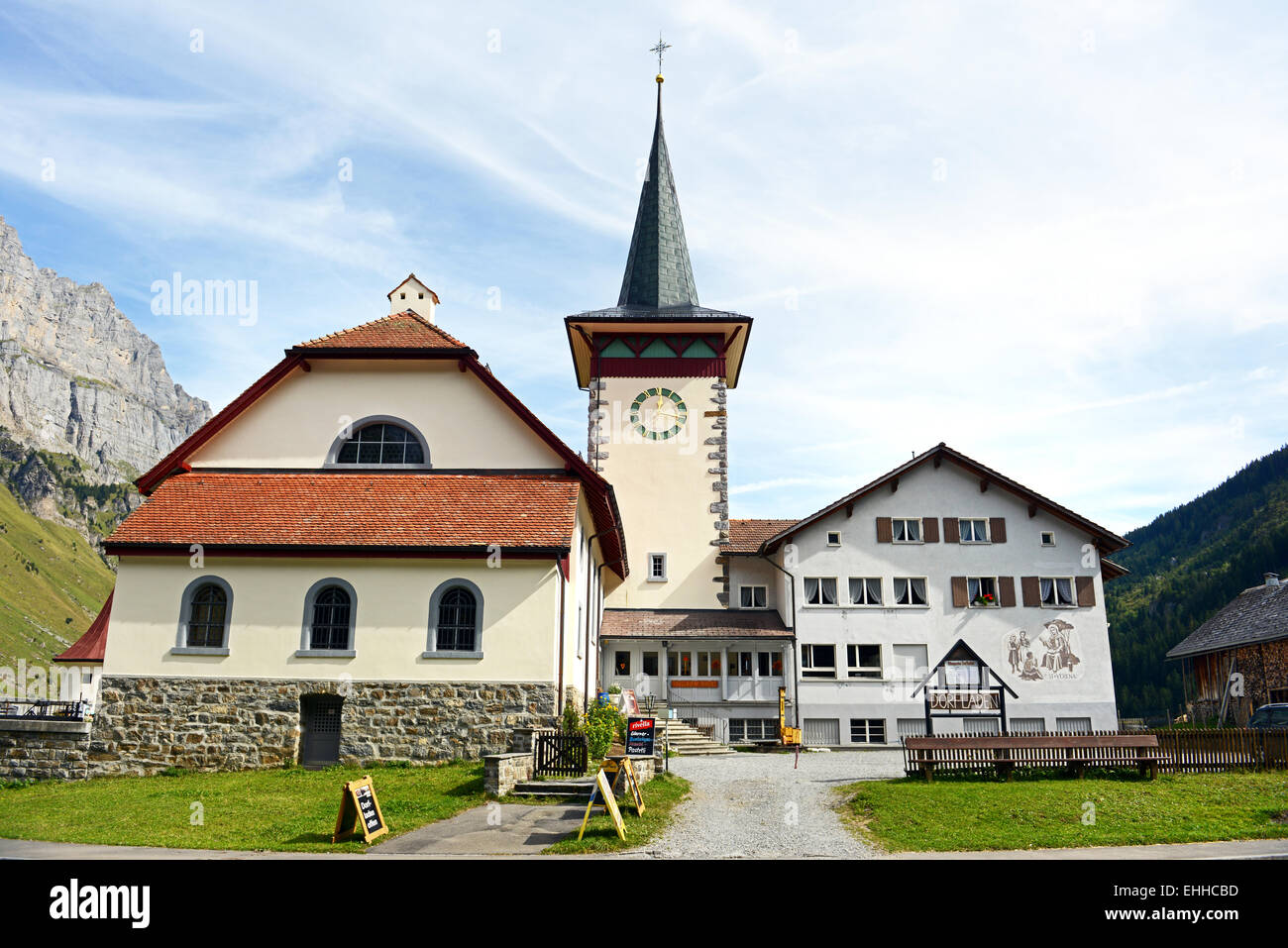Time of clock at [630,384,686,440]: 12:16
